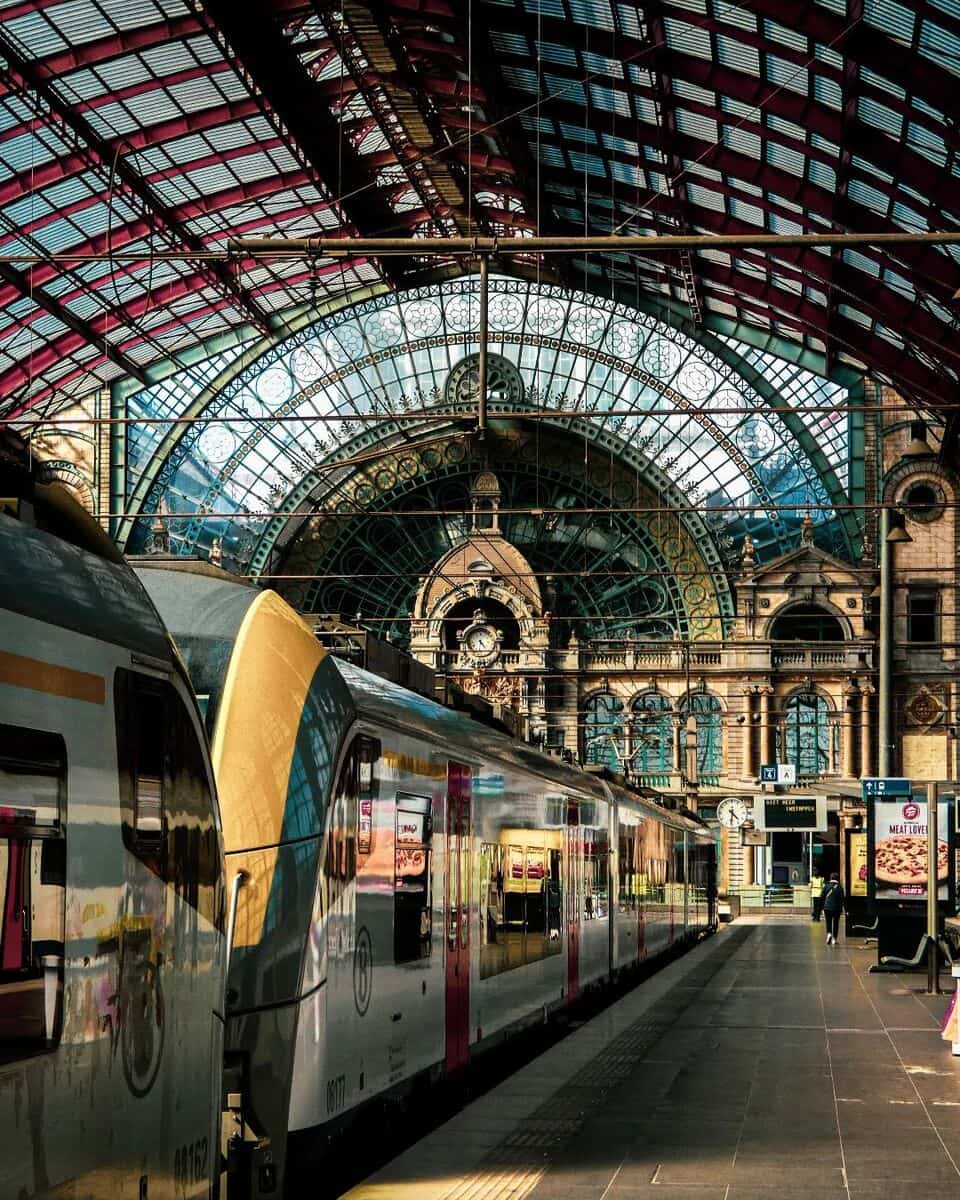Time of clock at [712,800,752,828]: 4:31
